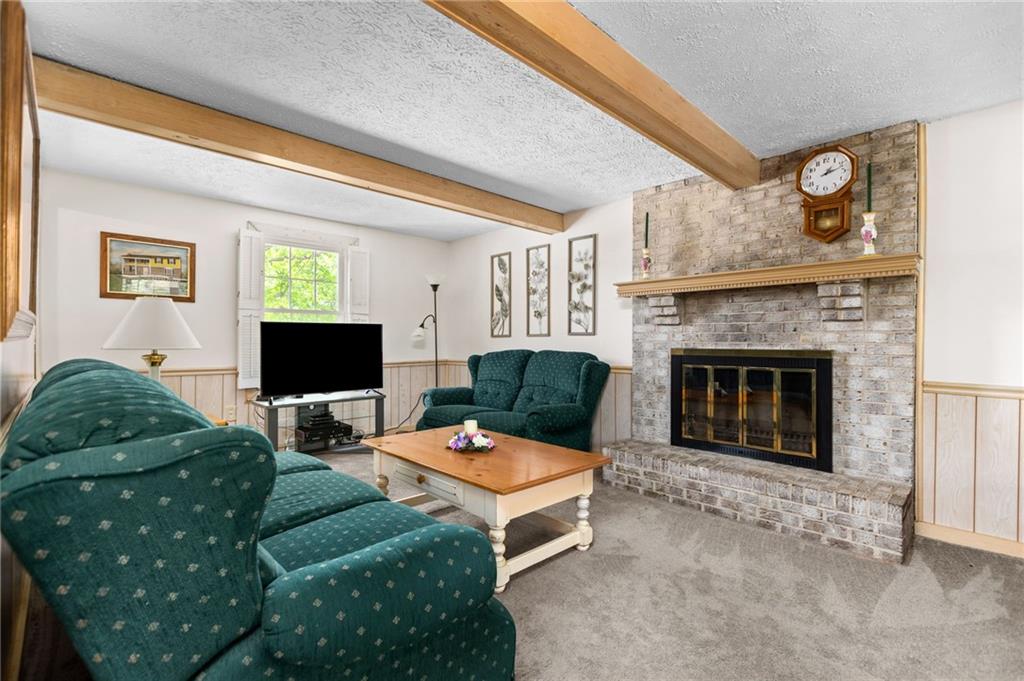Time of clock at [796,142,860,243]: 1:11
